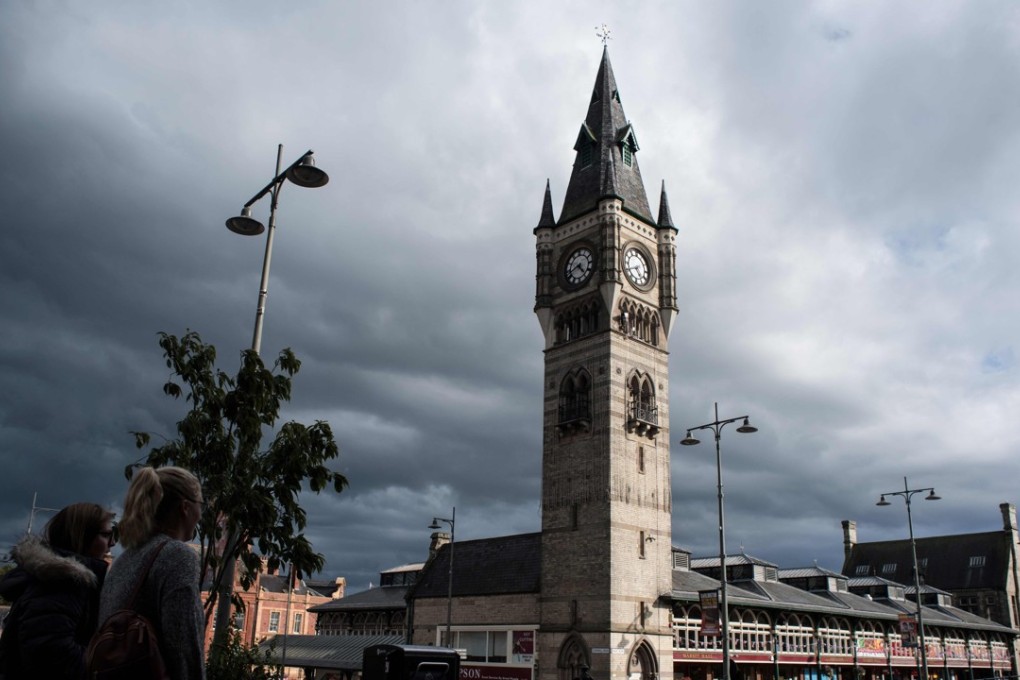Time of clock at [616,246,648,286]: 4:40
